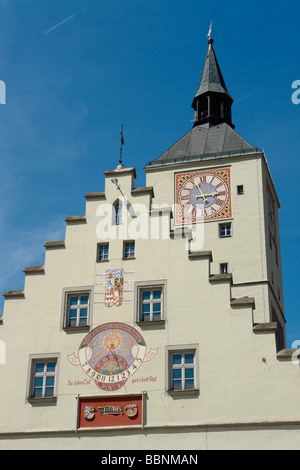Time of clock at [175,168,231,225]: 11:14
